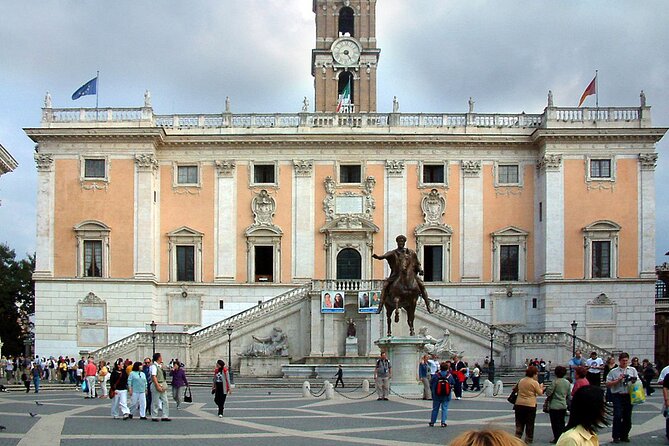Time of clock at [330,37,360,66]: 4:42
